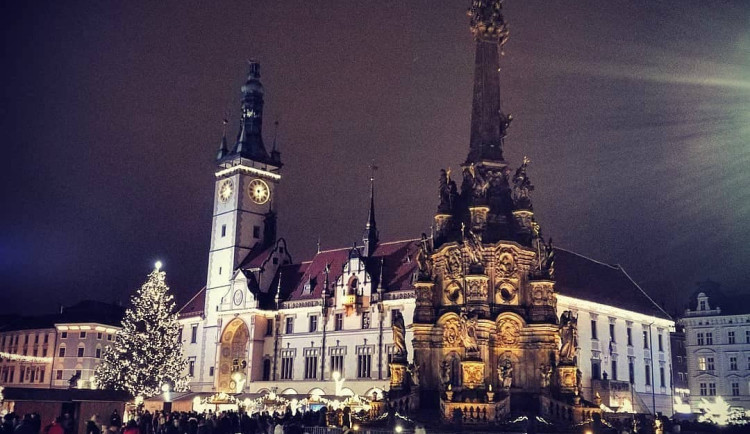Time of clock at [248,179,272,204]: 6:10
